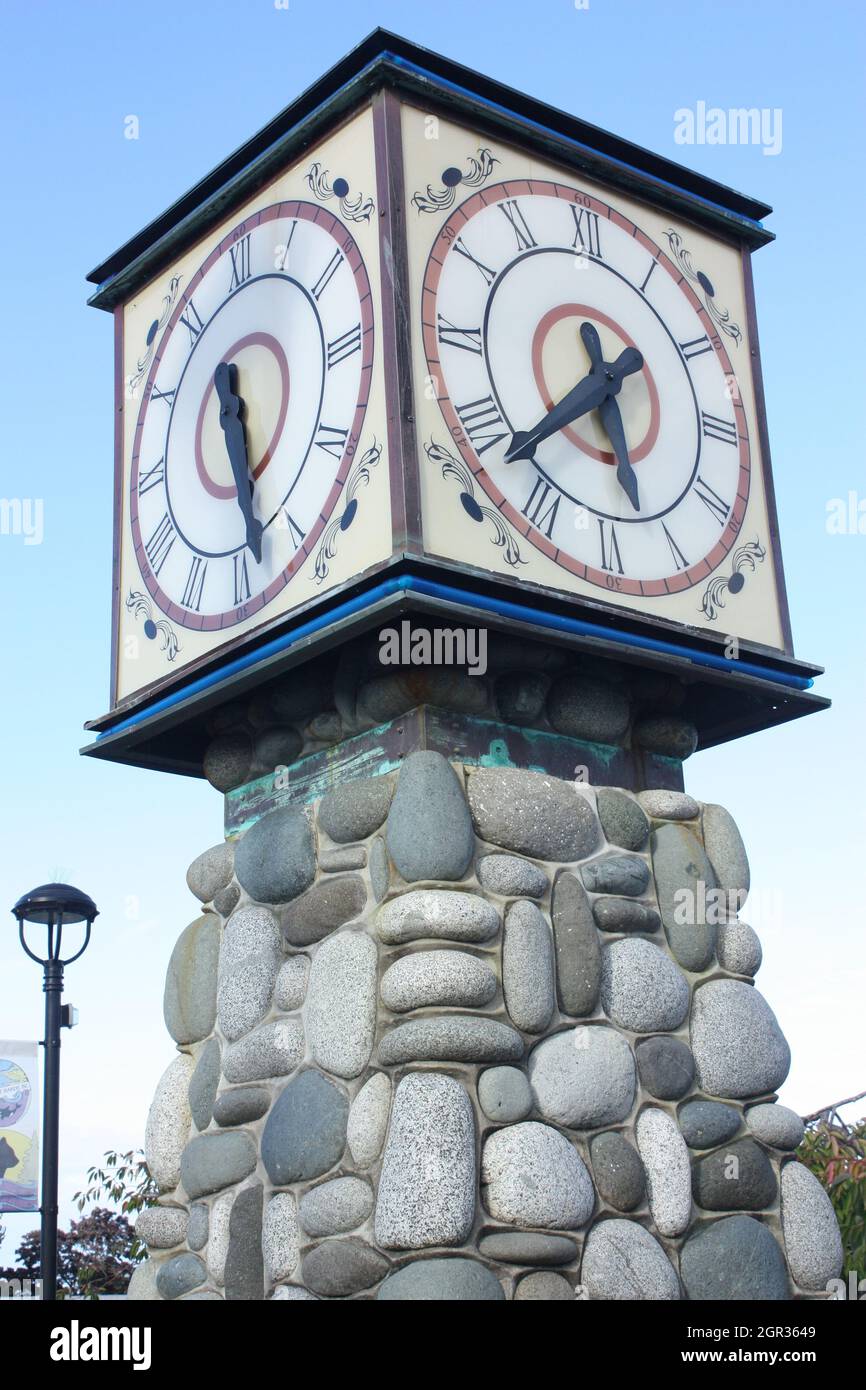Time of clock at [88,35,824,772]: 5:38
